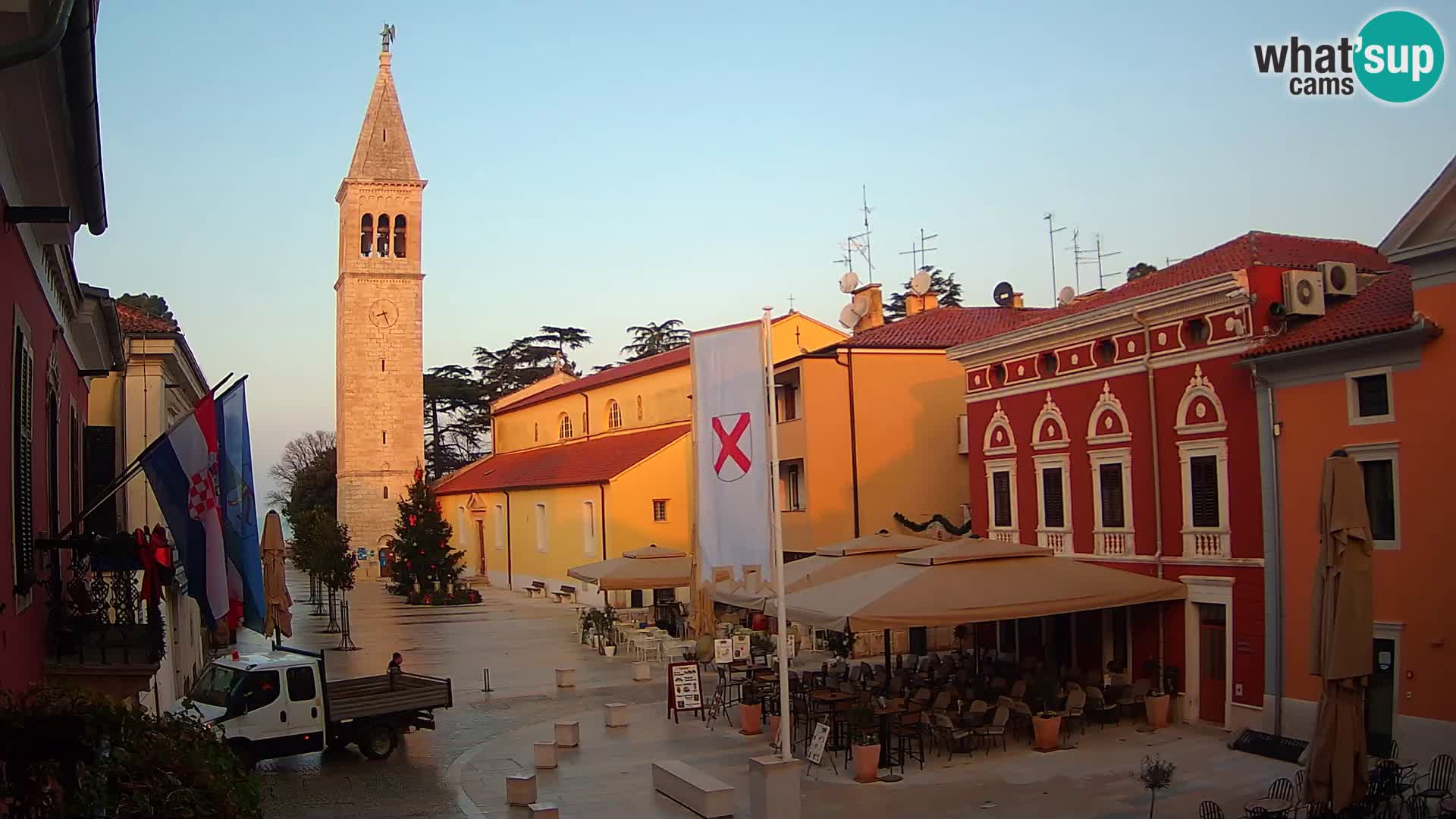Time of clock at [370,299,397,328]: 8:26
